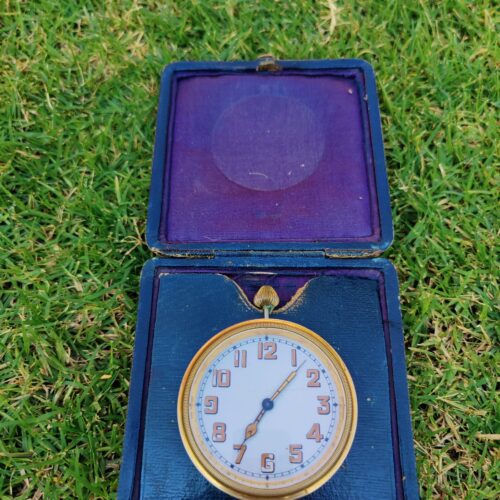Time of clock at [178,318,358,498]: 7:07
